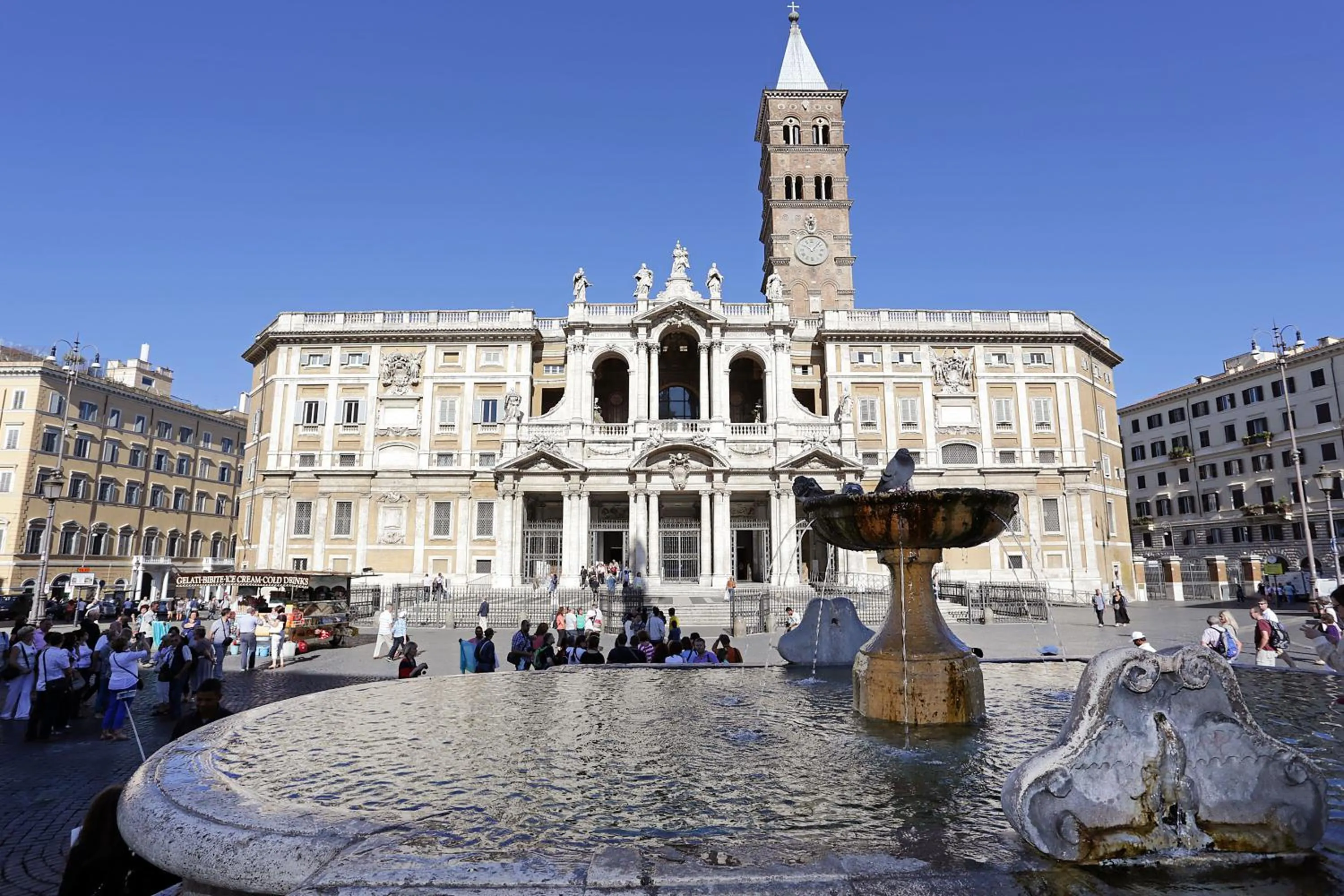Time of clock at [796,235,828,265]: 10:07
